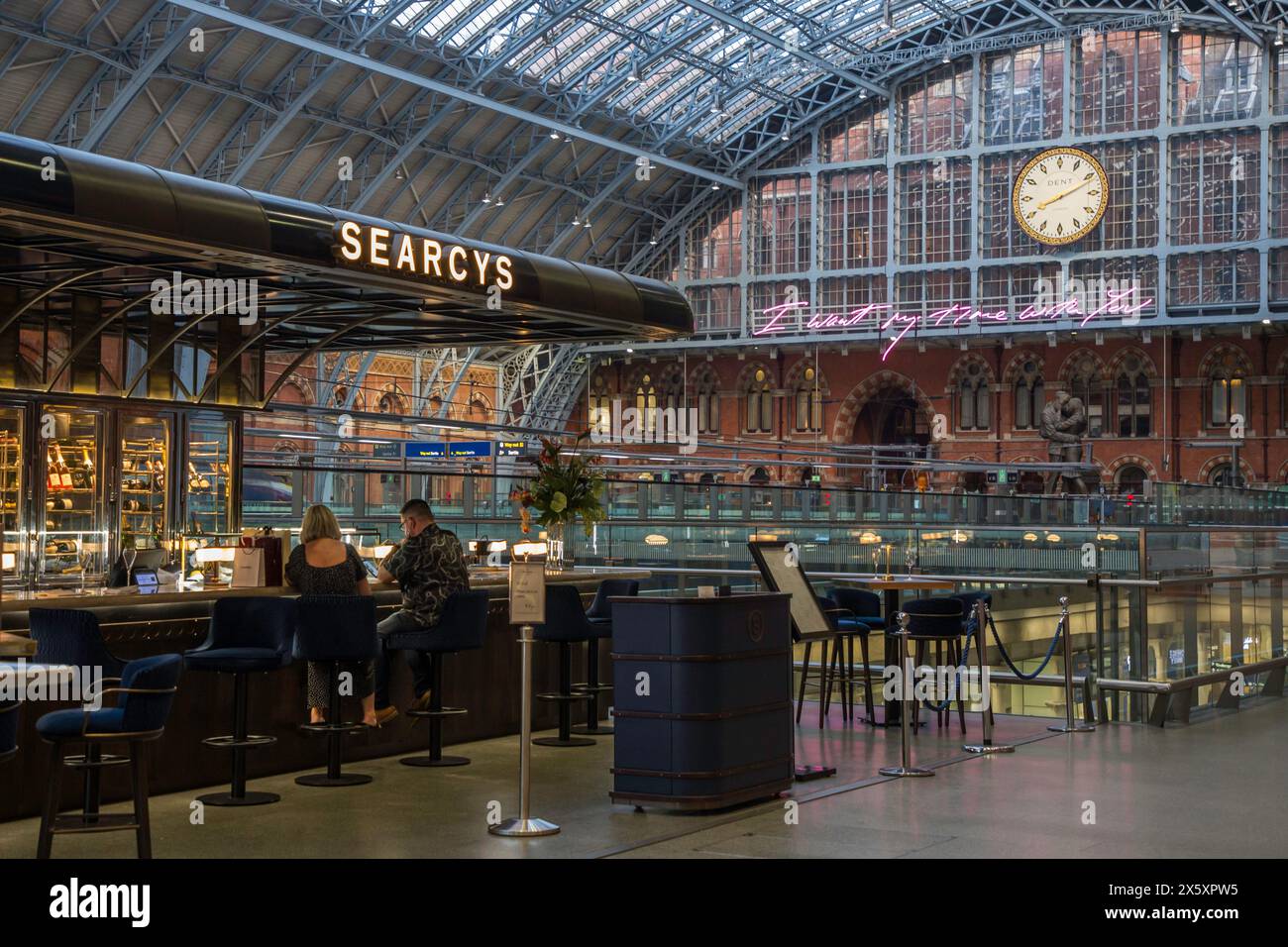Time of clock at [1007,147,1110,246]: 8:11
